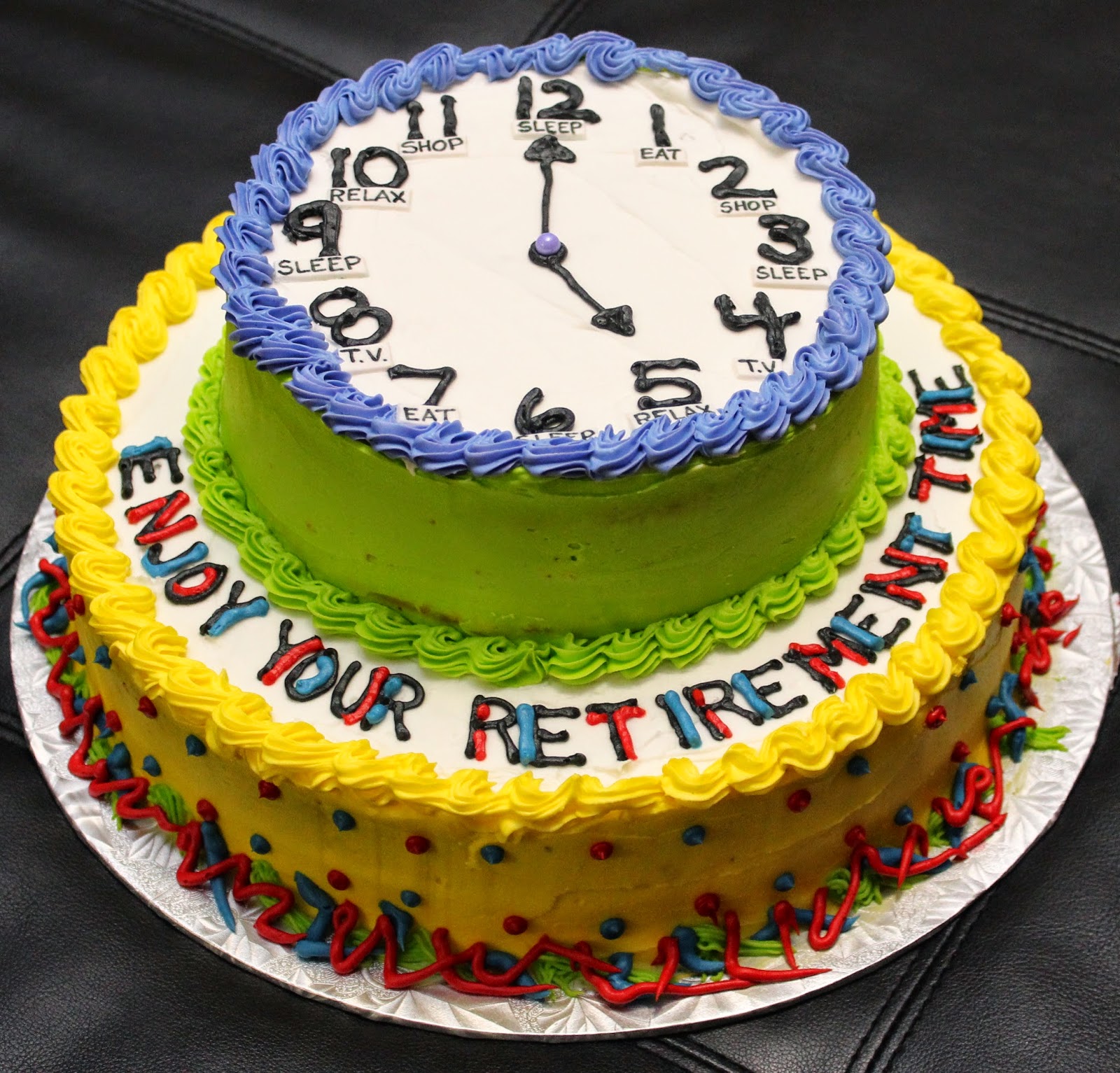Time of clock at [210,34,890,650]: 5:00
